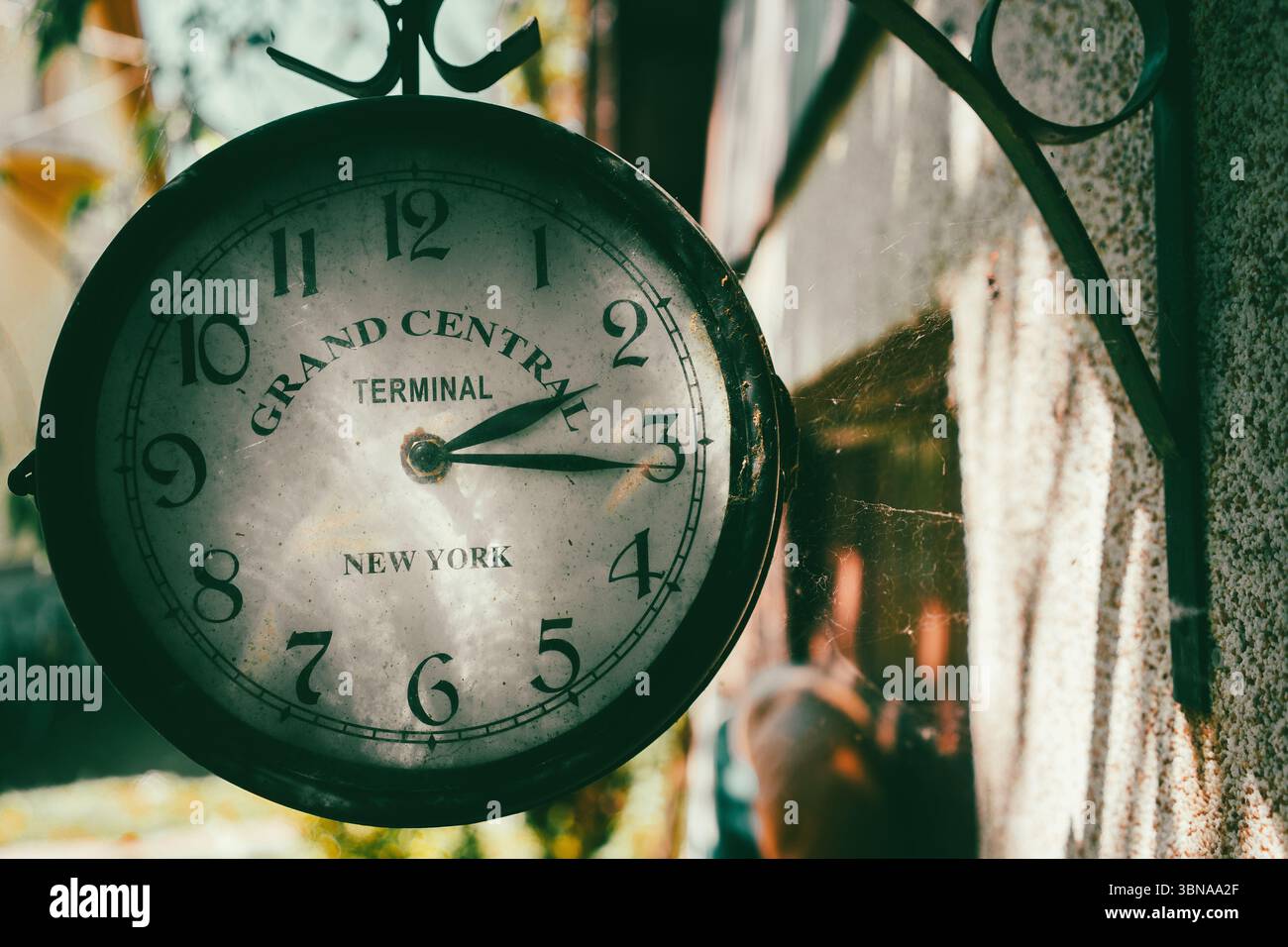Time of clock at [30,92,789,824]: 2:16
